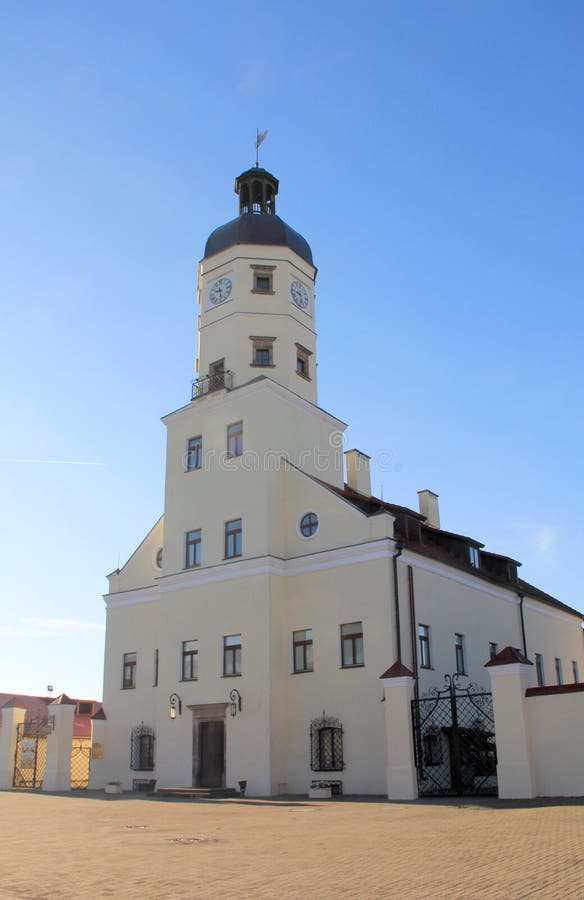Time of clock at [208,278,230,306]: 9:28
